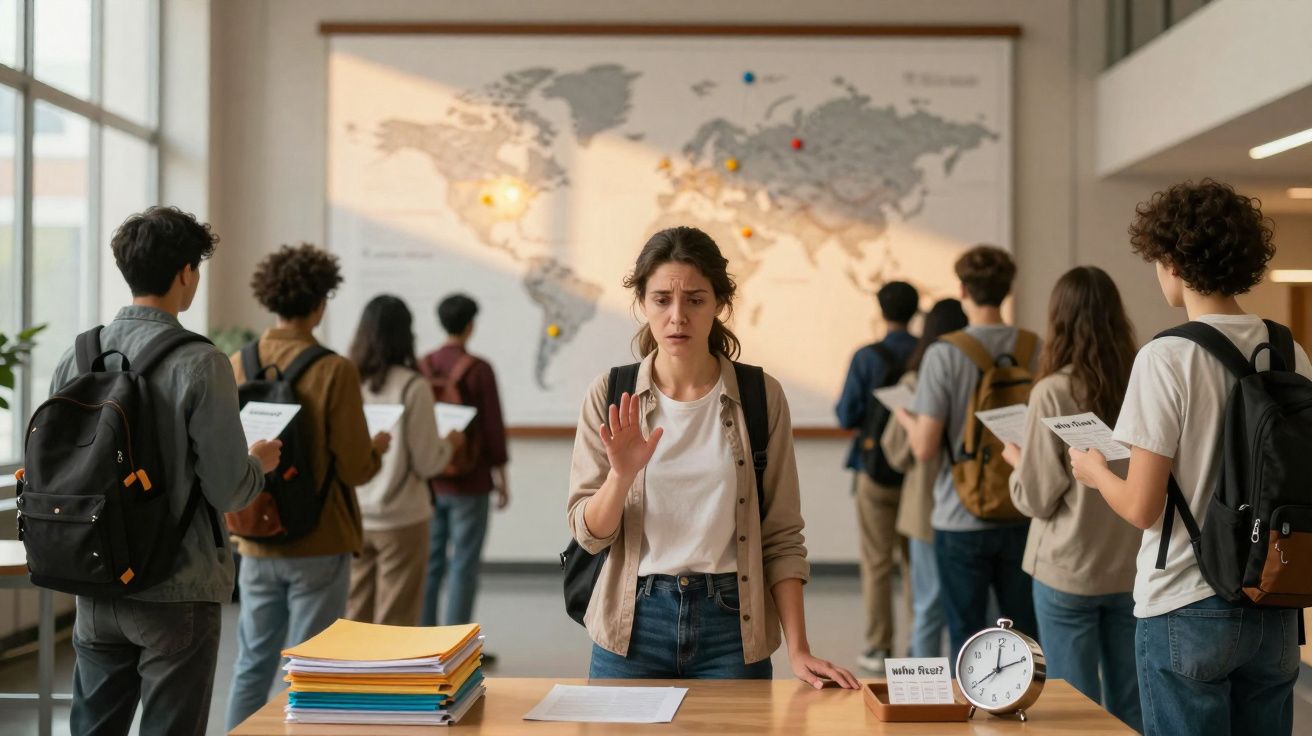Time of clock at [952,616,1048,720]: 12:10
